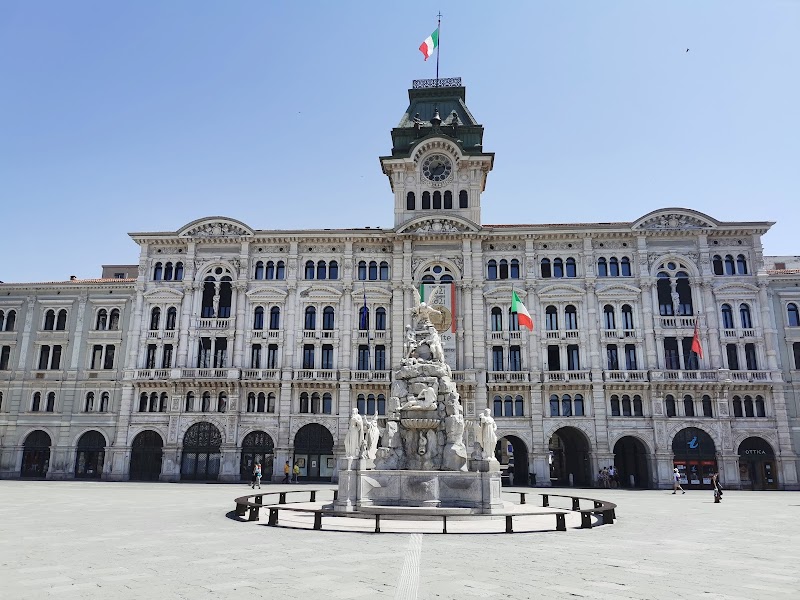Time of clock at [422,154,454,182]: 2:35
